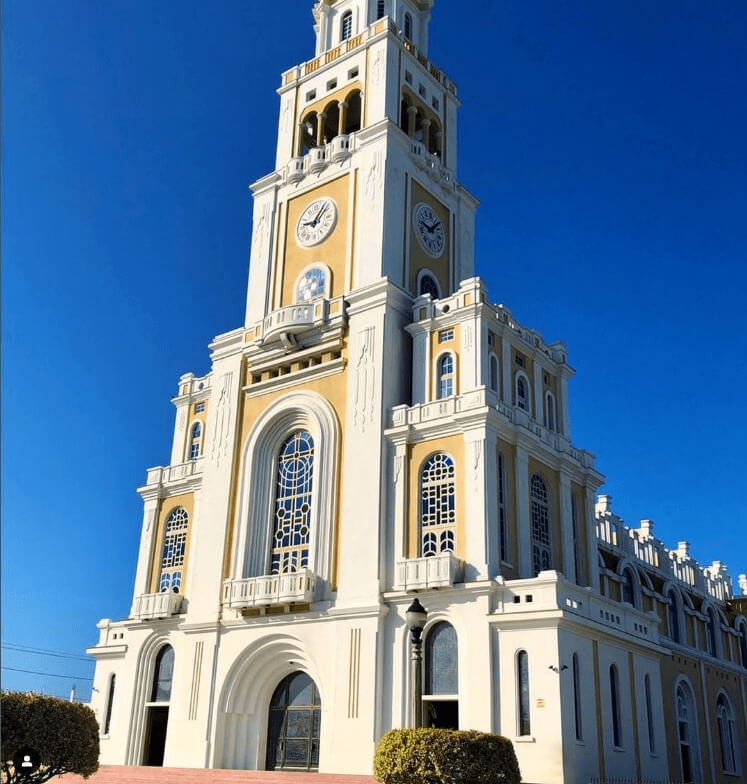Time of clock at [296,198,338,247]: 9:07
